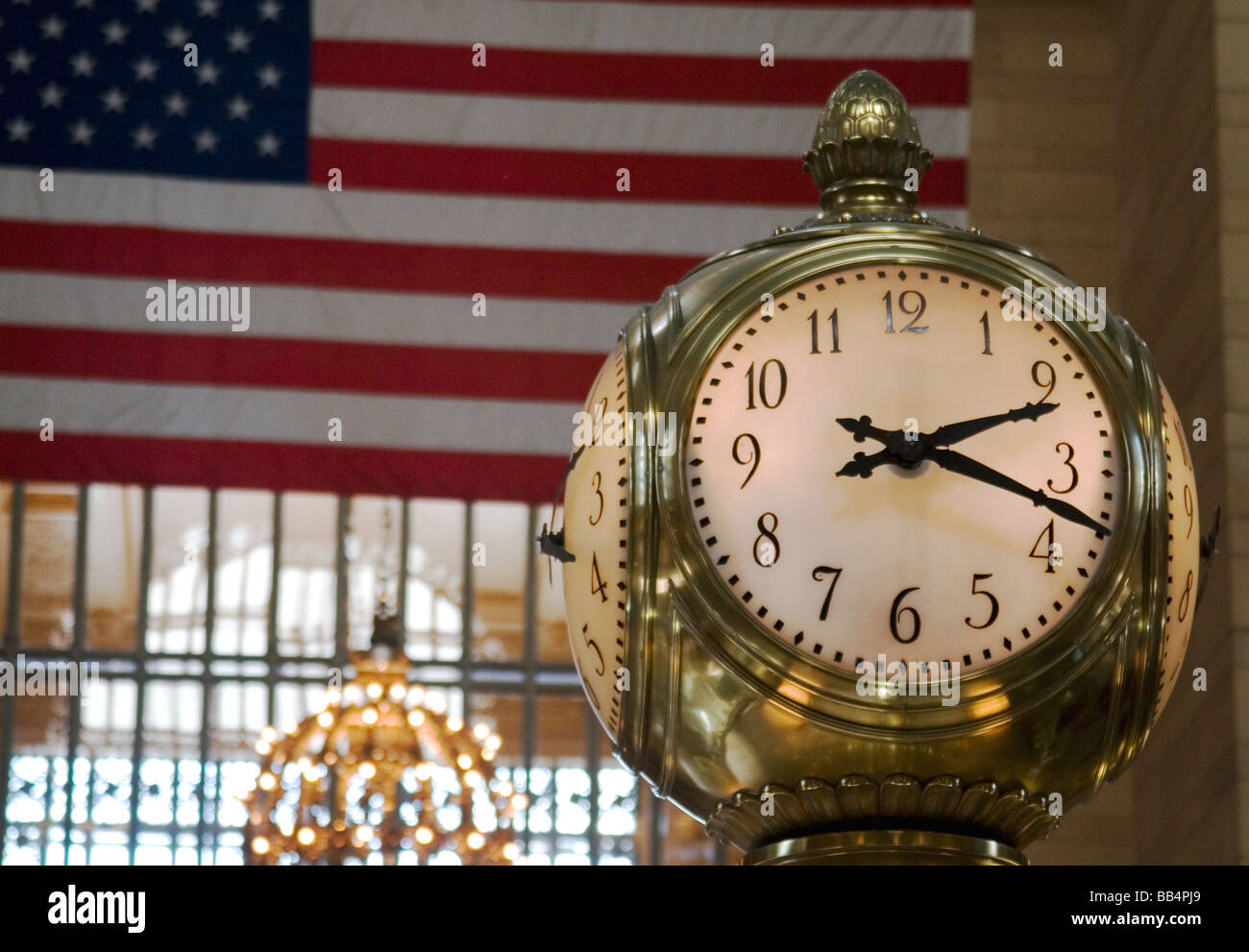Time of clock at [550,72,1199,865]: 2:18
